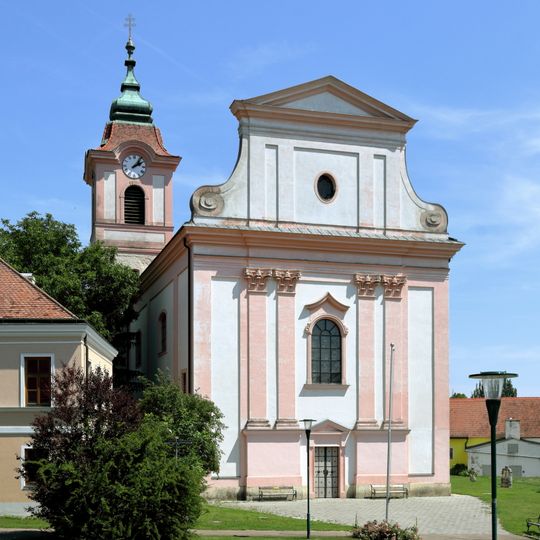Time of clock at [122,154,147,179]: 2:06
